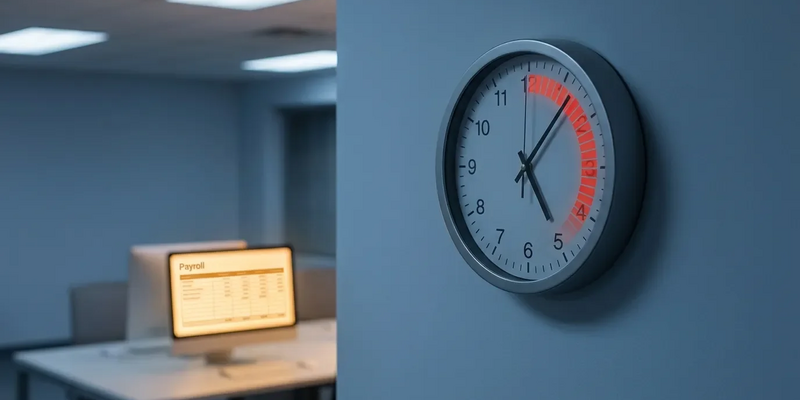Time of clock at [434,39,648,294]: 5:06
